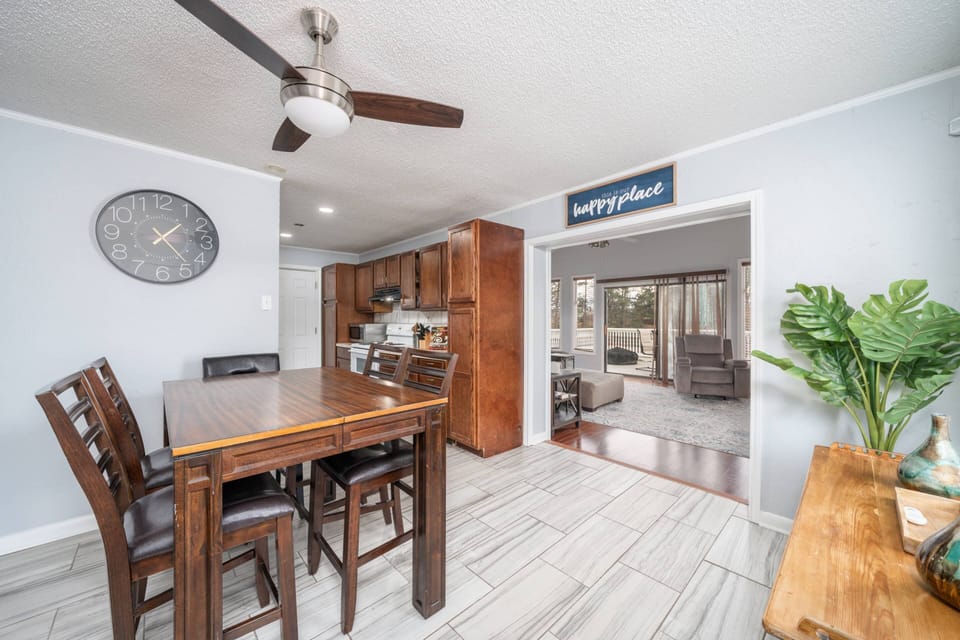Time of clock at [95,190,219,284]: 1:23
